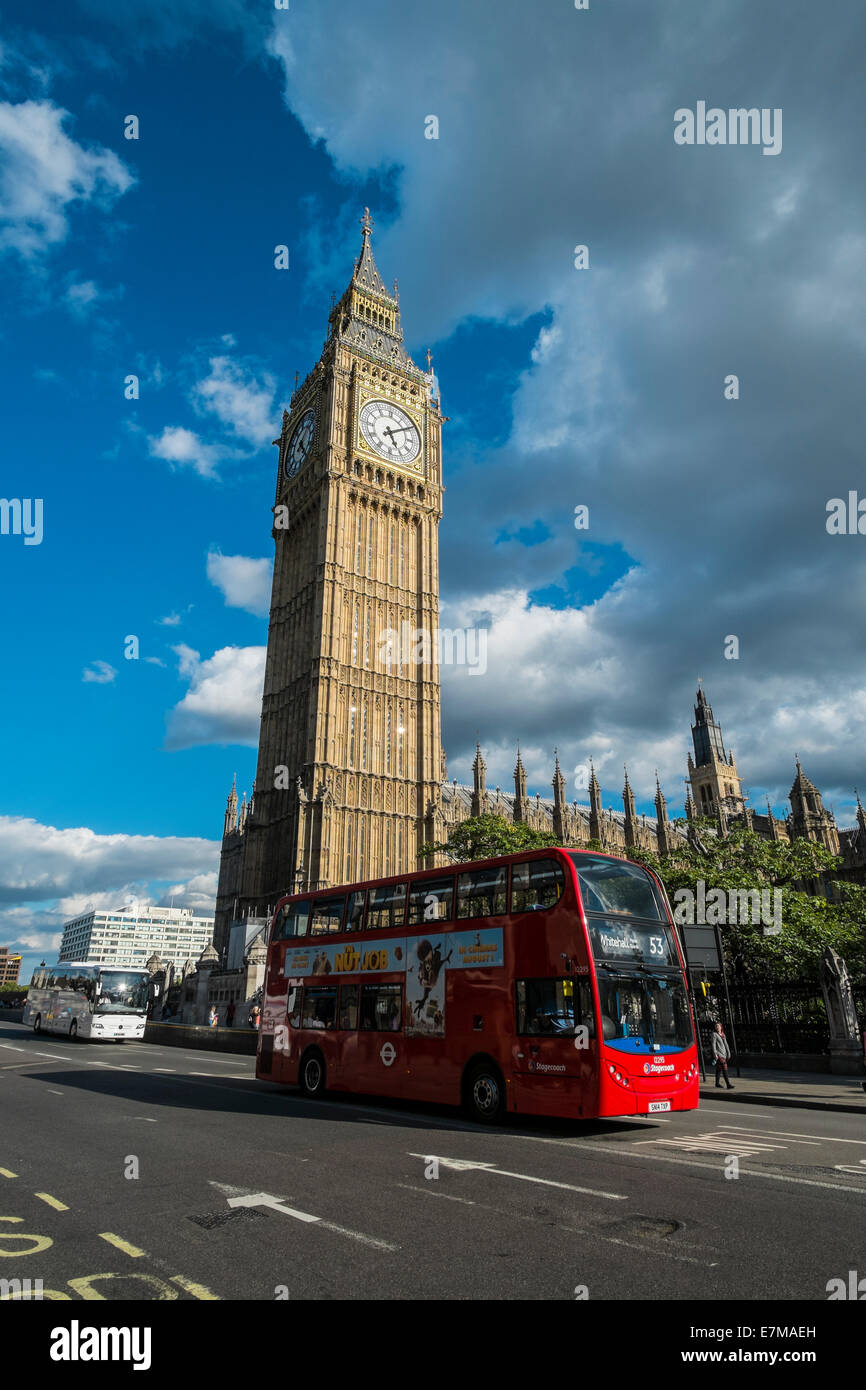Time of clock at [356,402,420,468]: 5:09
